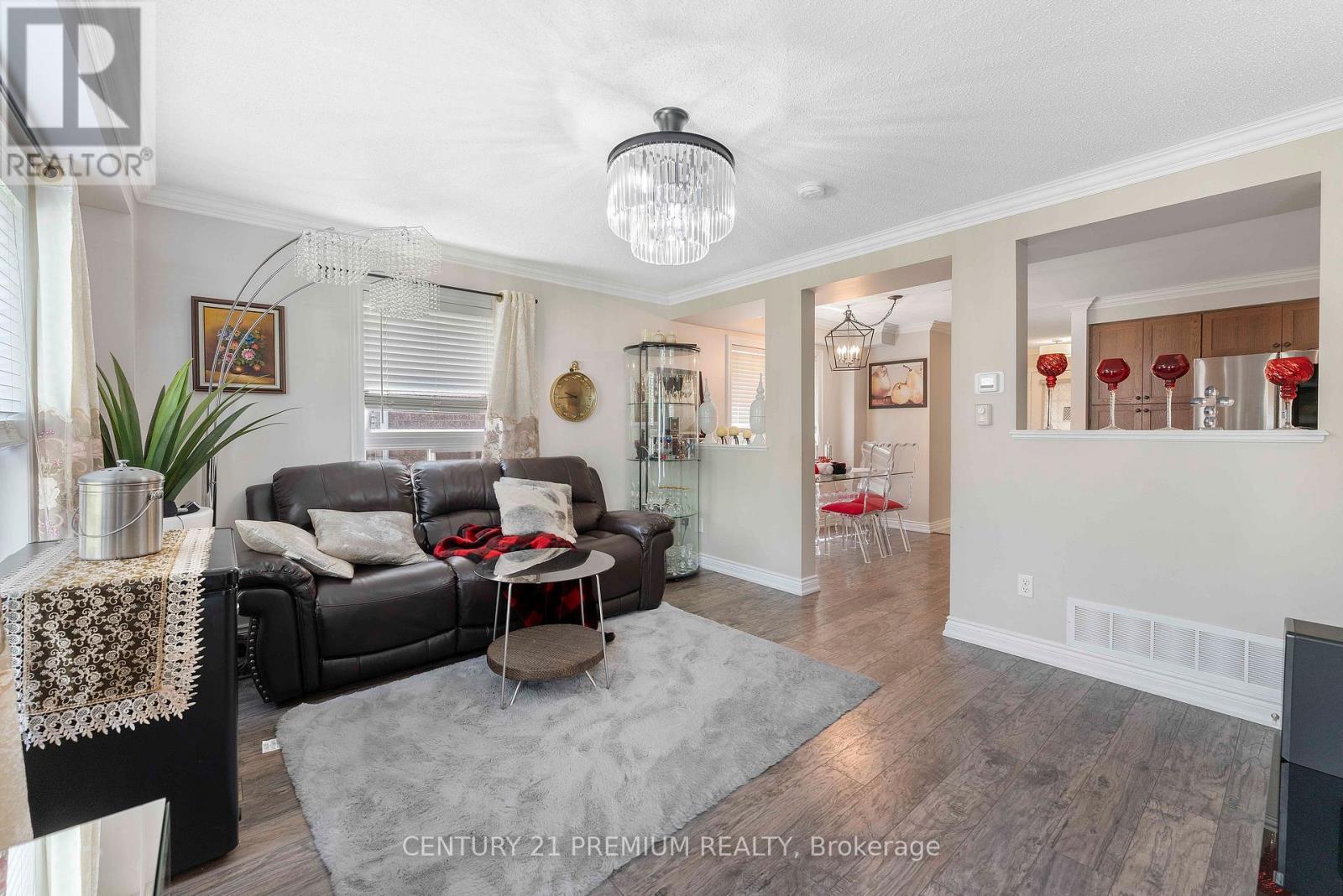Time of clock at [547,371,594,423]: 9:44
